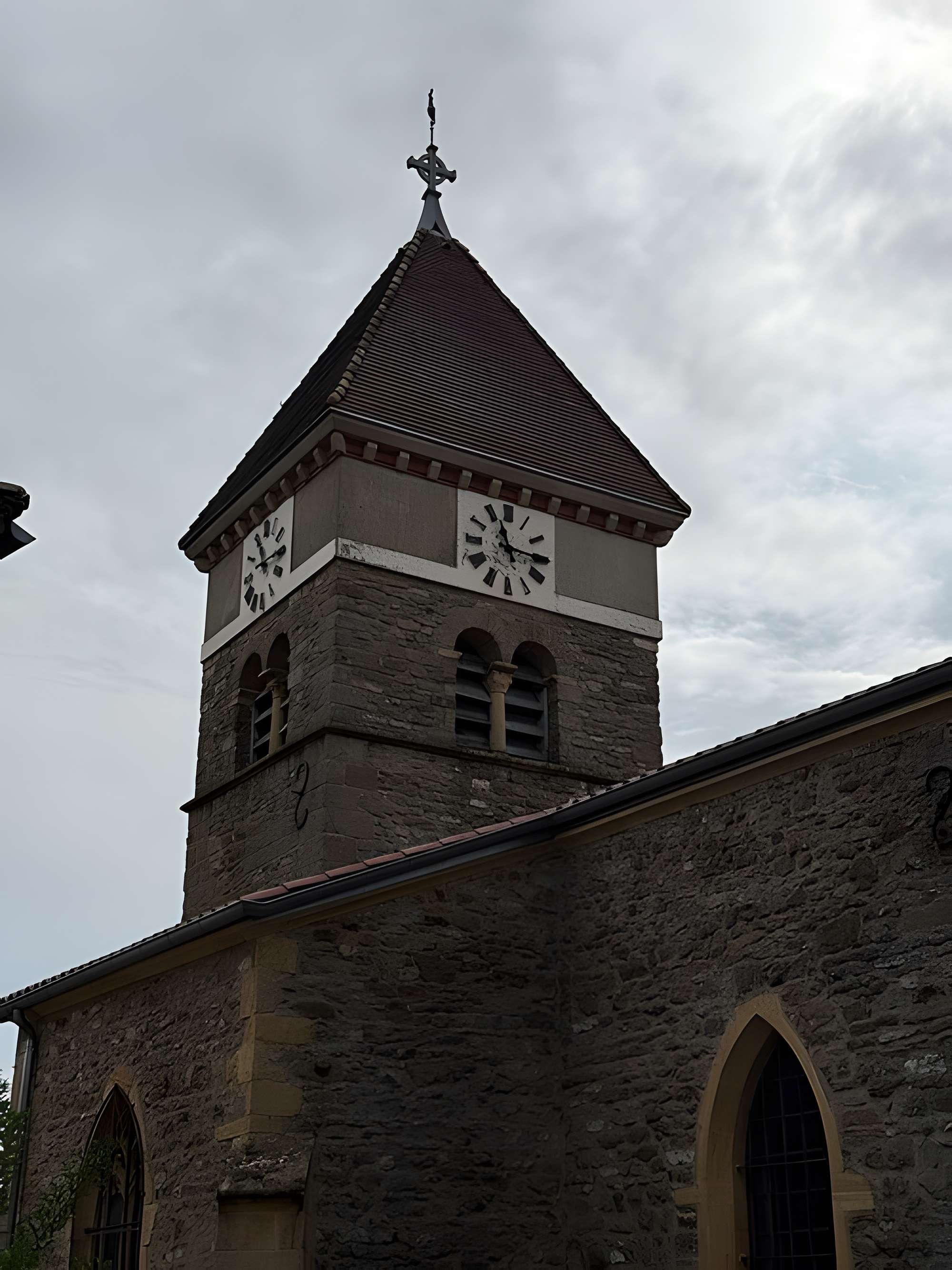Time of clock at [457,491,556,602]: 11:15
